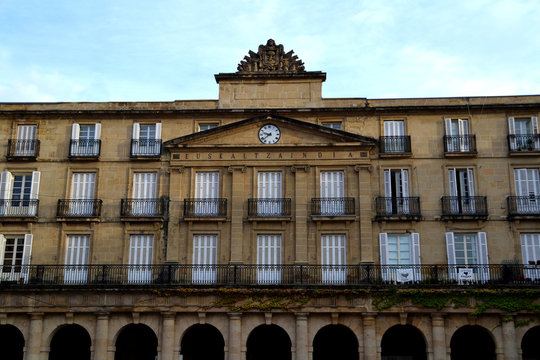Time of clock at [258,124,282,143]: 9:38
